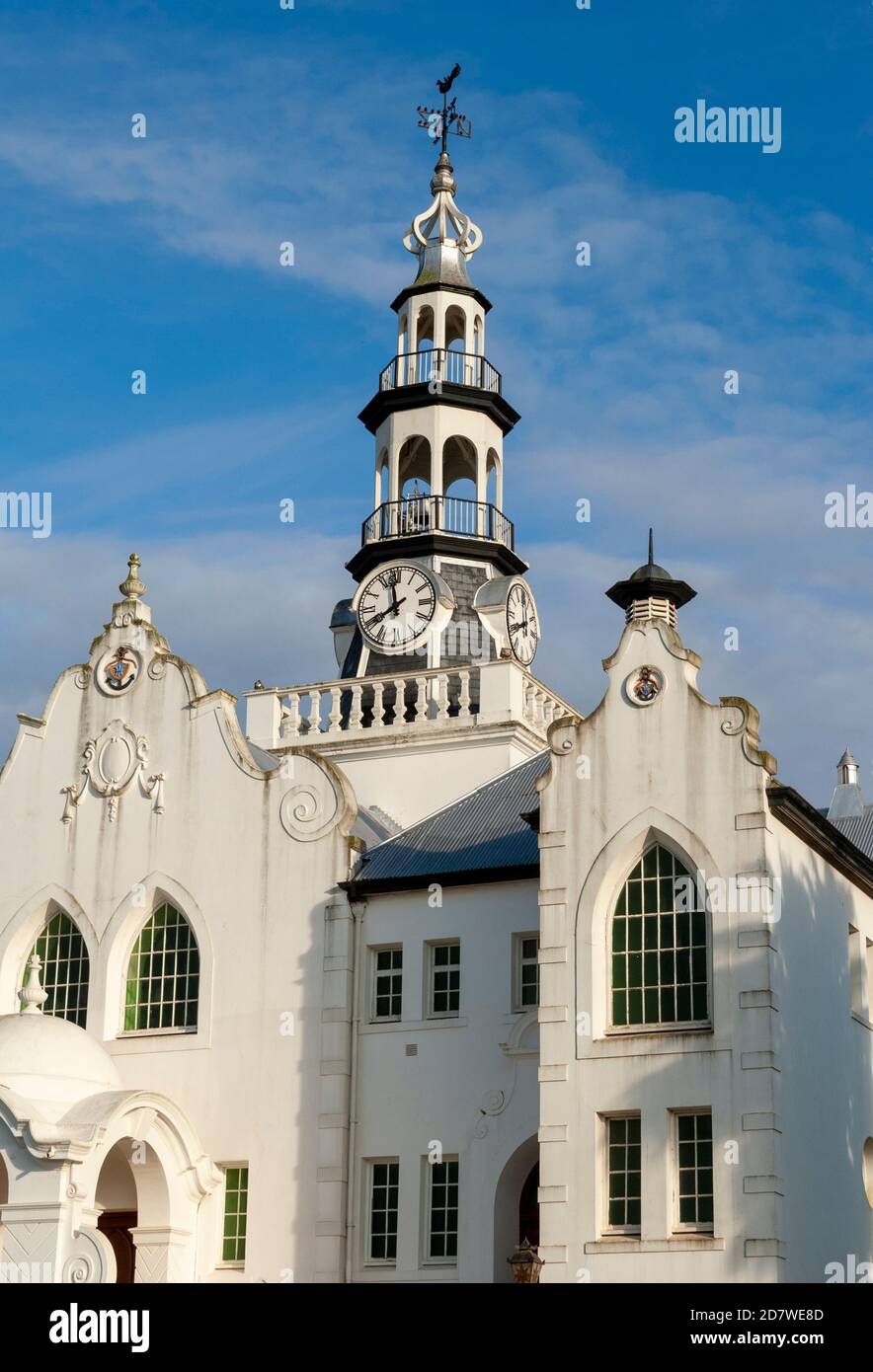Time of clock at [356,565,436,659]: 7:58
